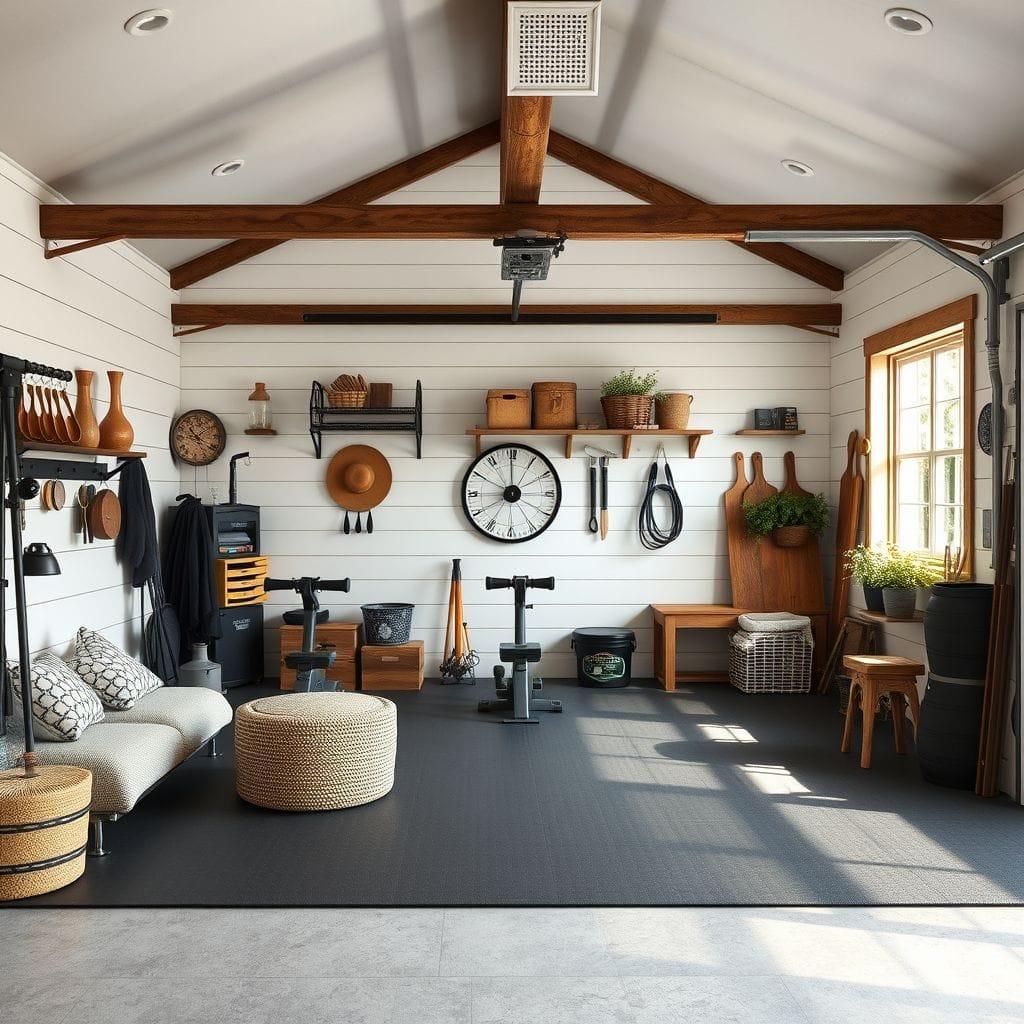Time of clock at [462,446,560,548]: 7:59
